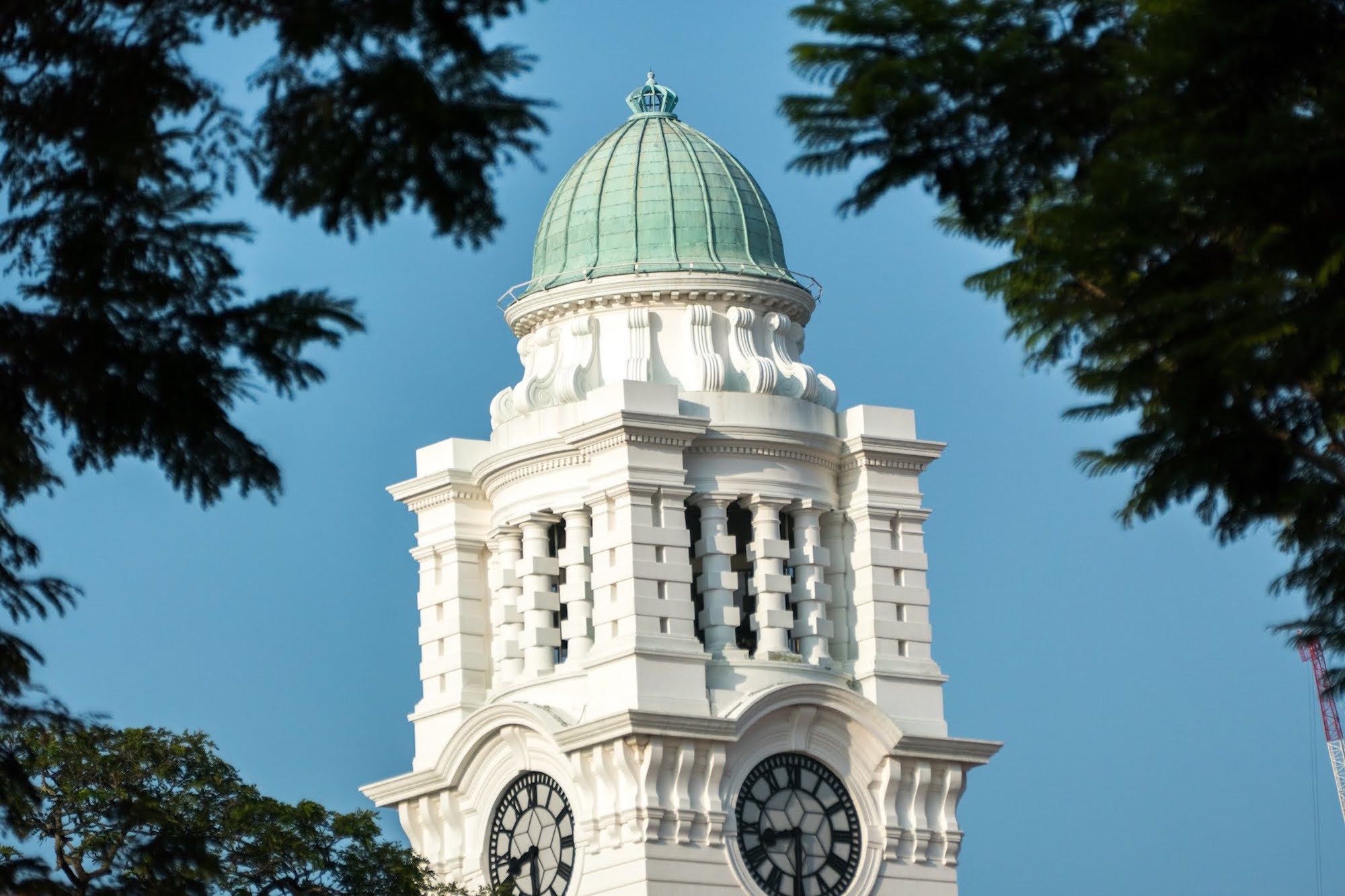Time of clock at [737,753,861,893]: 8:29
